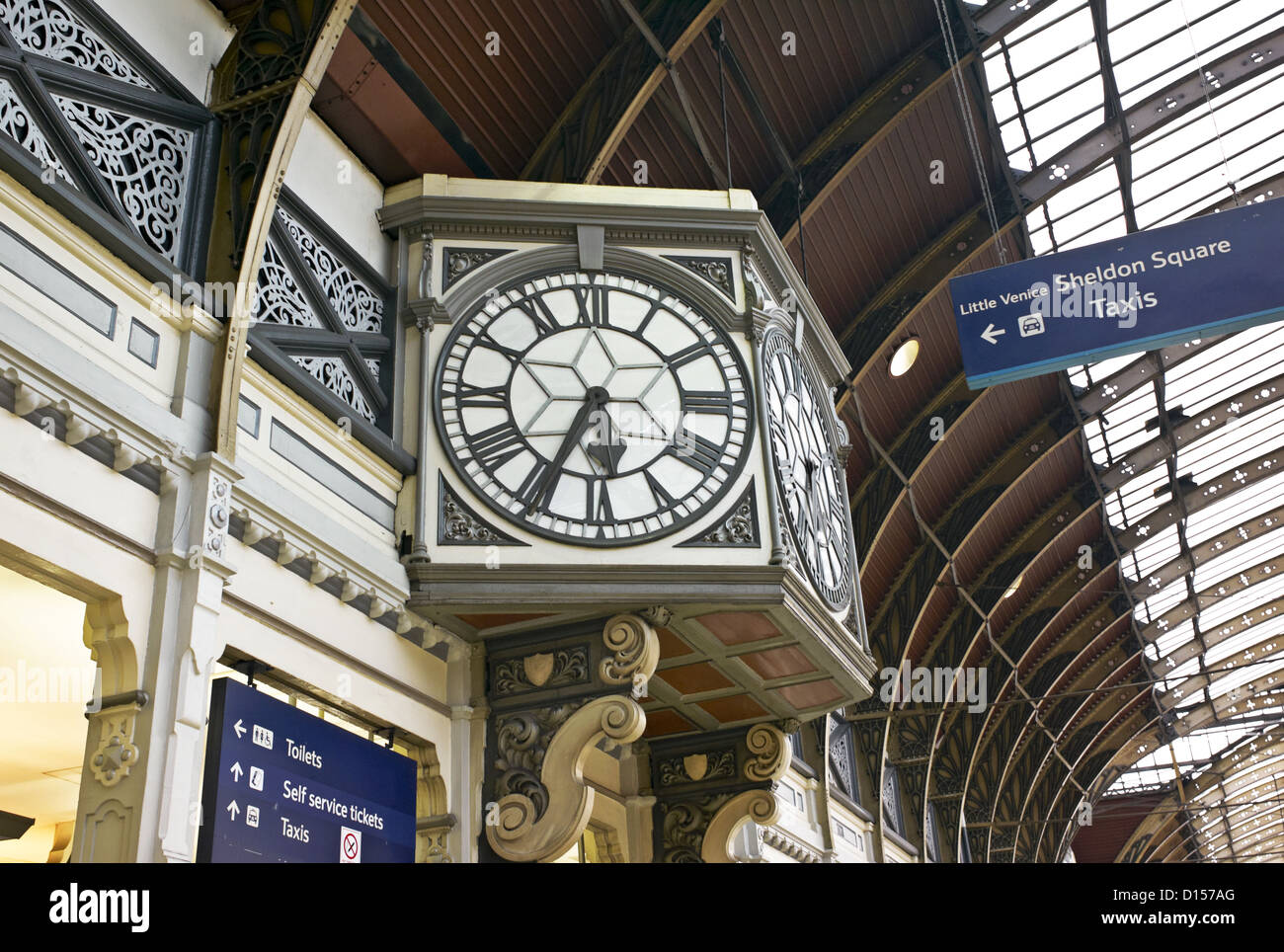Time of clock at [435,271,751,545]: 5:34
